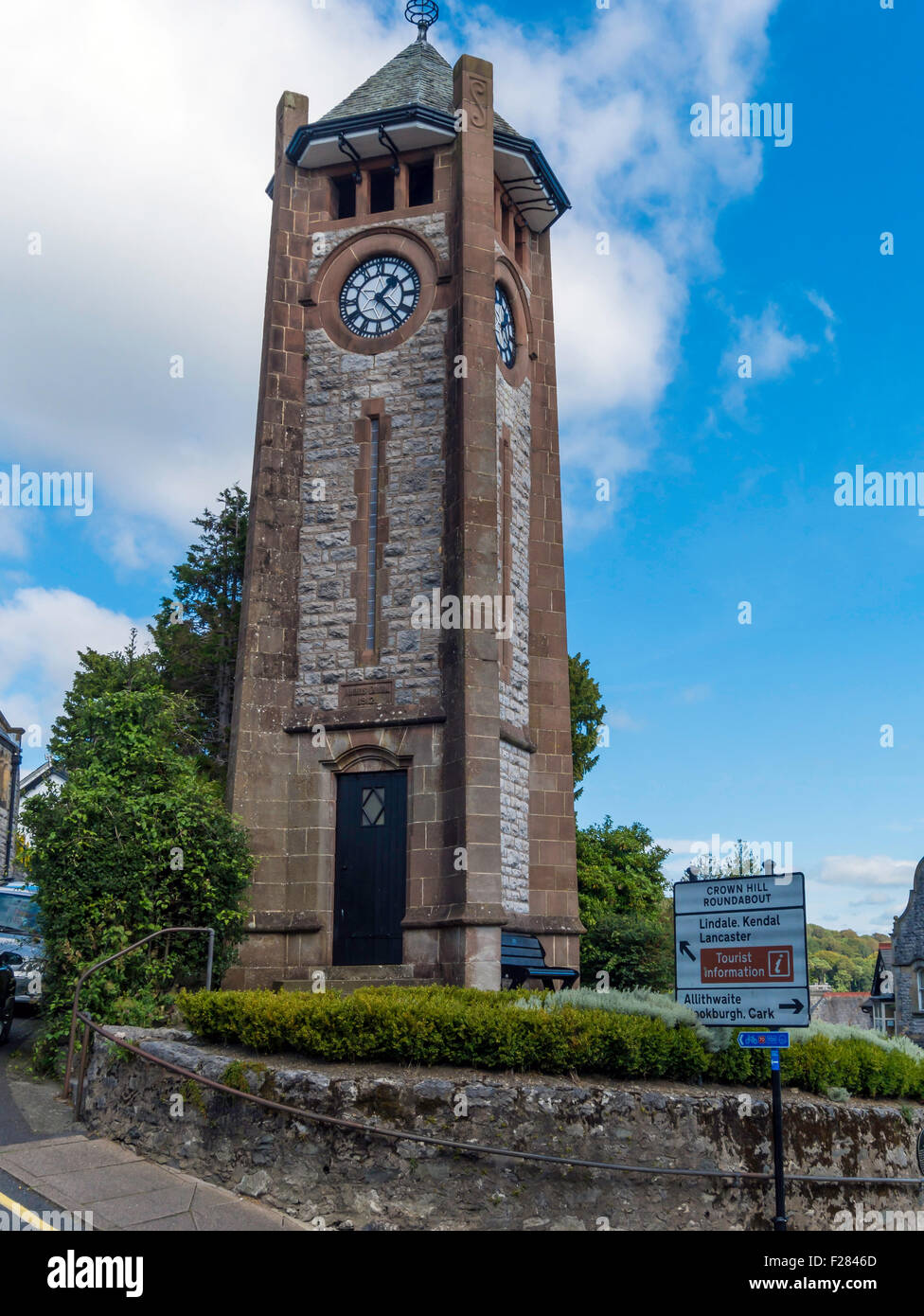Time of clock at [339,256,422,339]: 1:23
